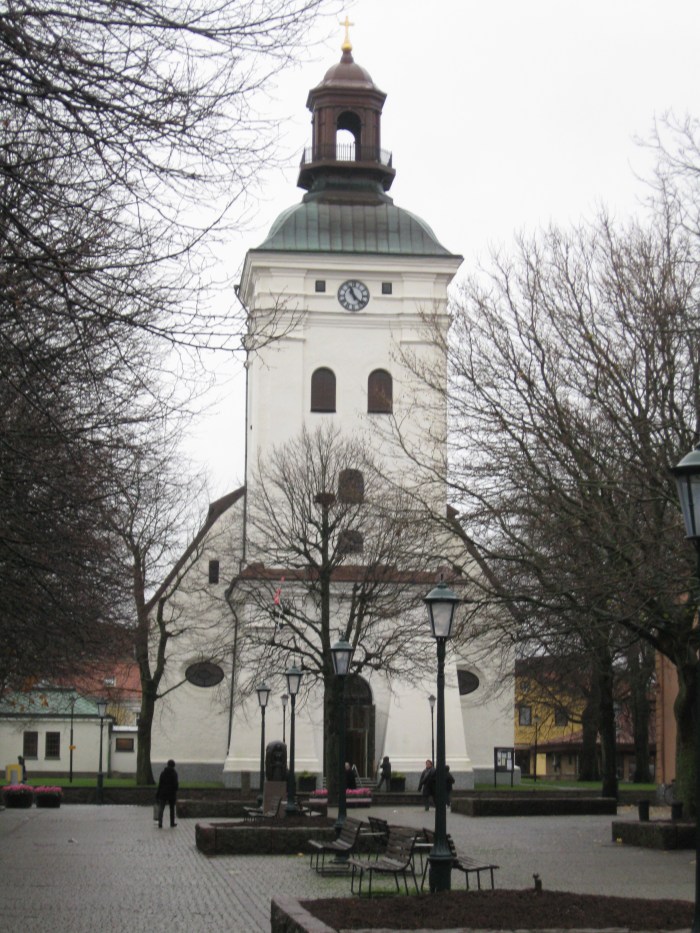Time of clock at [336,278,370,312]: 11:22
